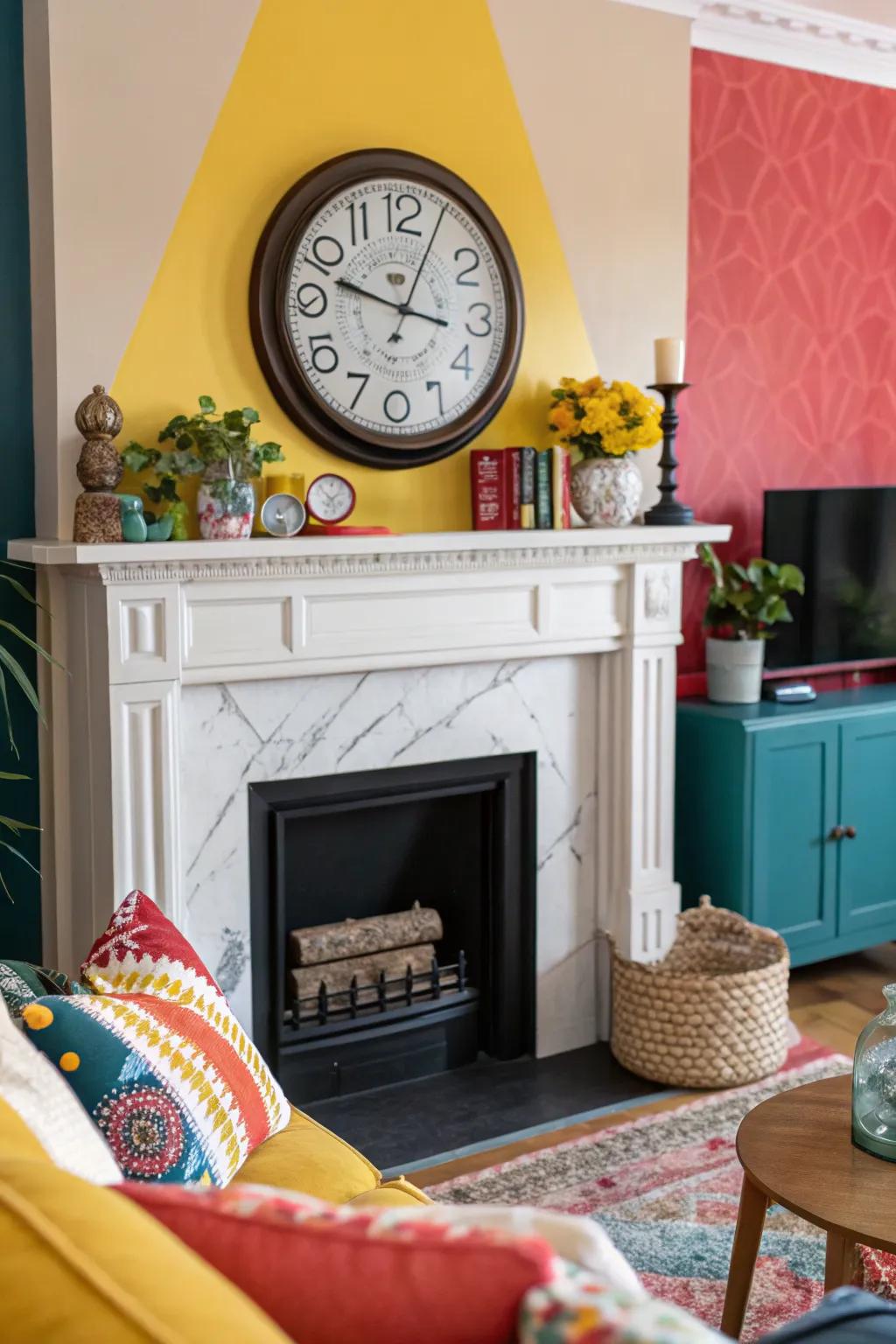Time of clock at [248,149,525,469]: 12:48
